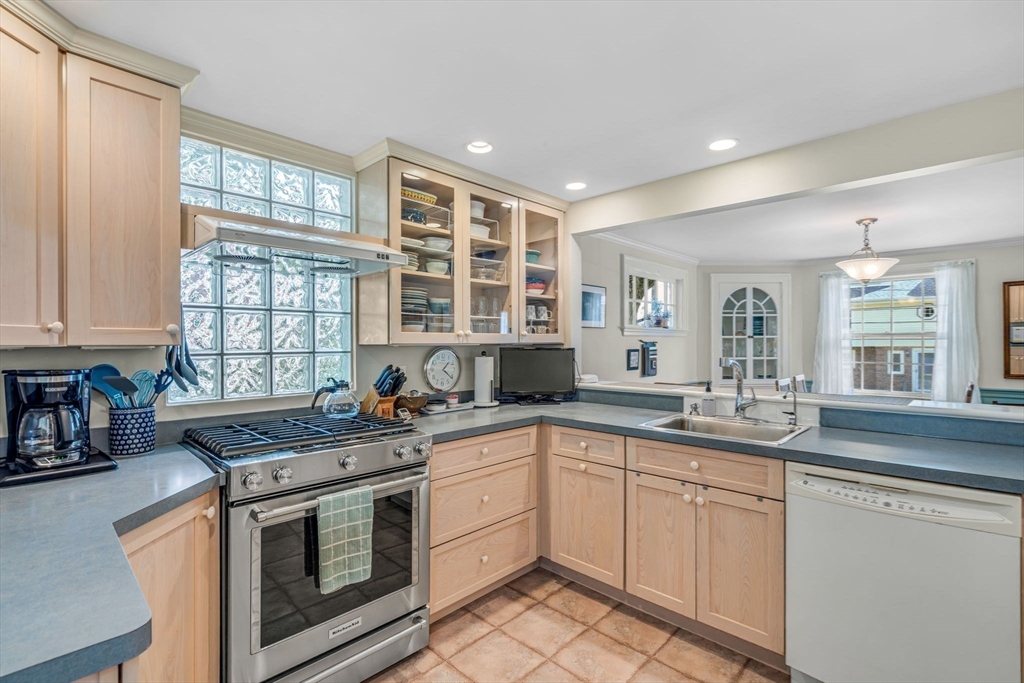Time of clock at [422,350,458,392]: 1:21
